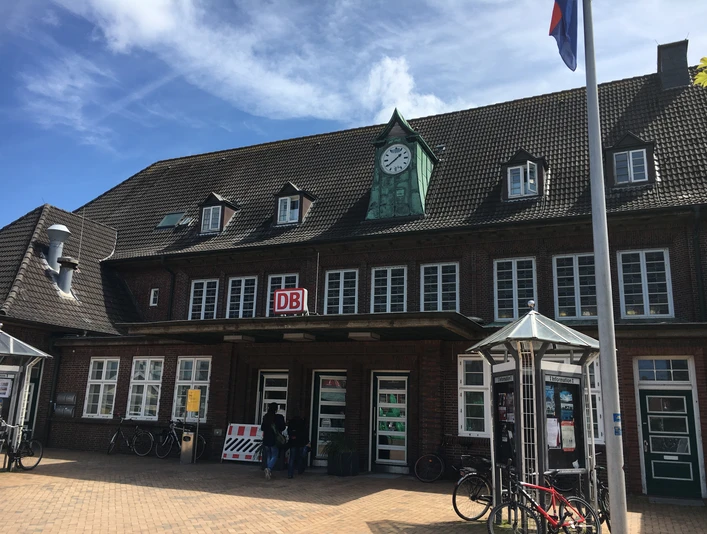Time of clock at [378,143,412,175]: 1:39
